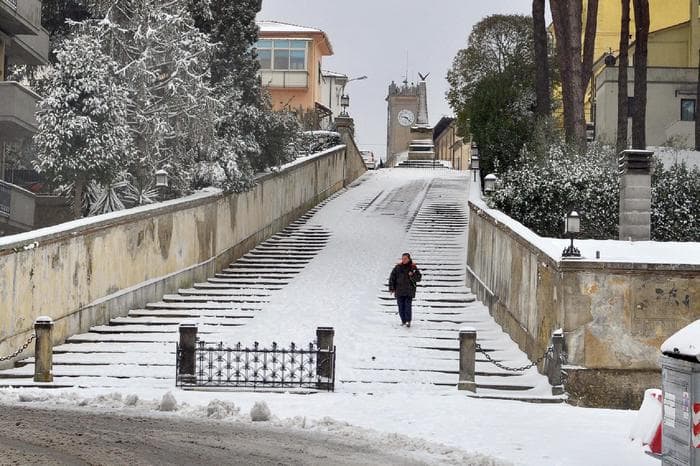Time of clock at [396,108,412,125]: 9:22
